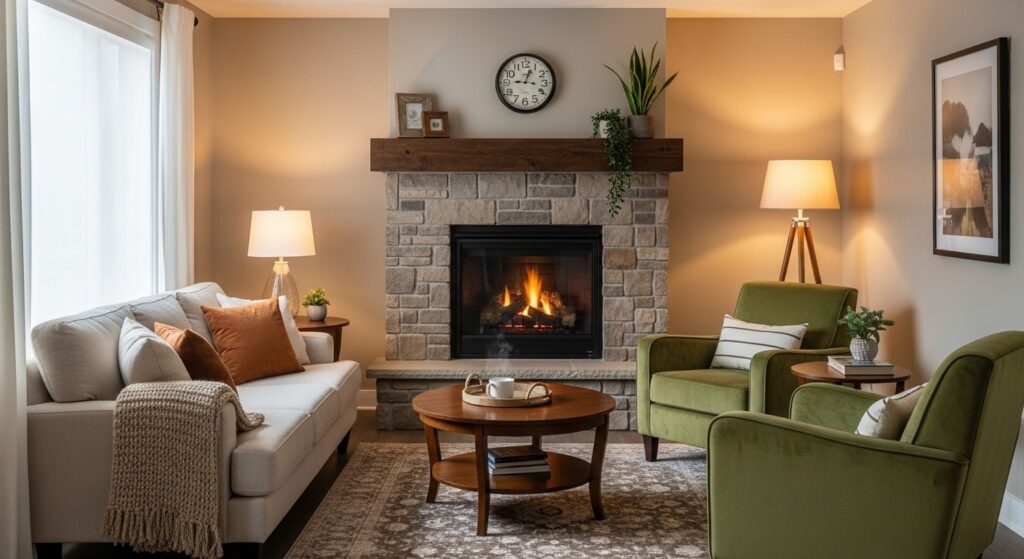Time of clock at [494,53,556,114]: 9:03
